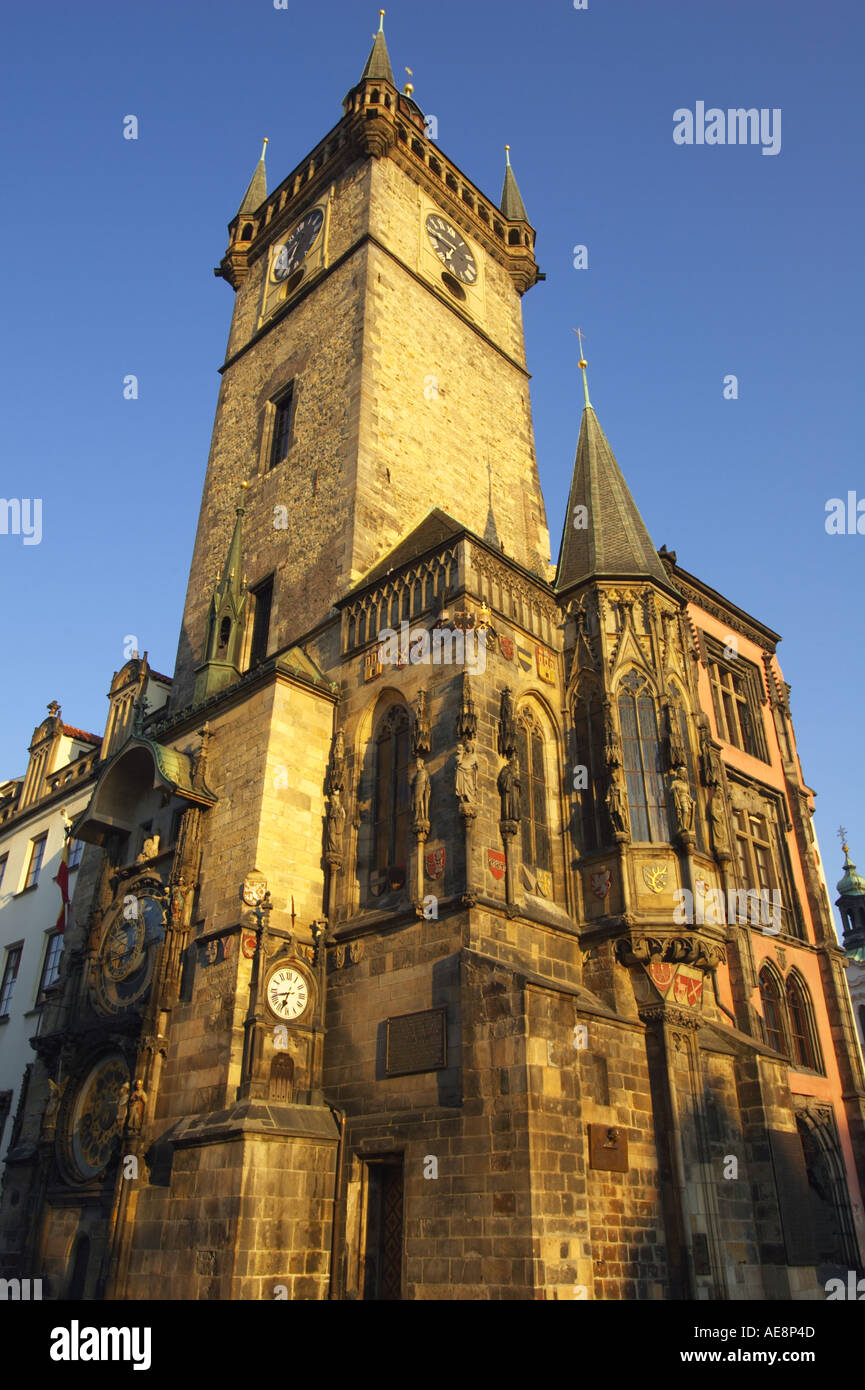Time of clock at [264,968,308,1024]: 6:42
